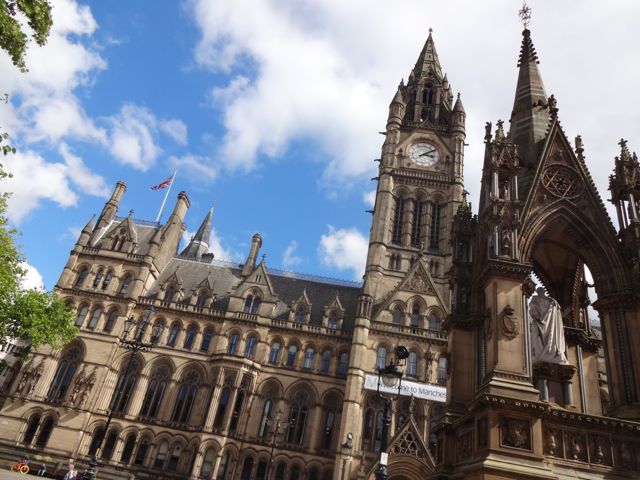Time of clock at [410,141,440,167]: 3:09
